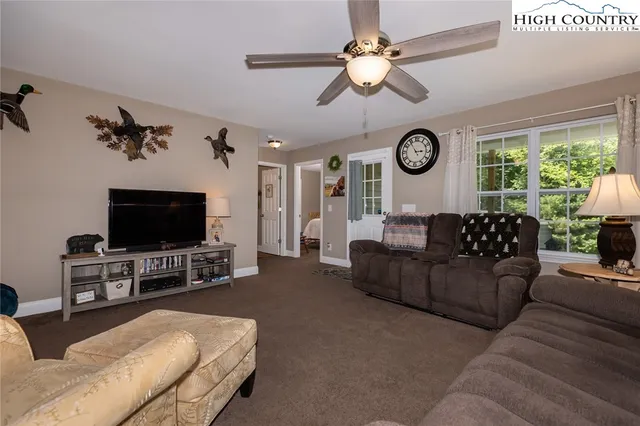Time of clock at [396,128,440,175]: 2:54
